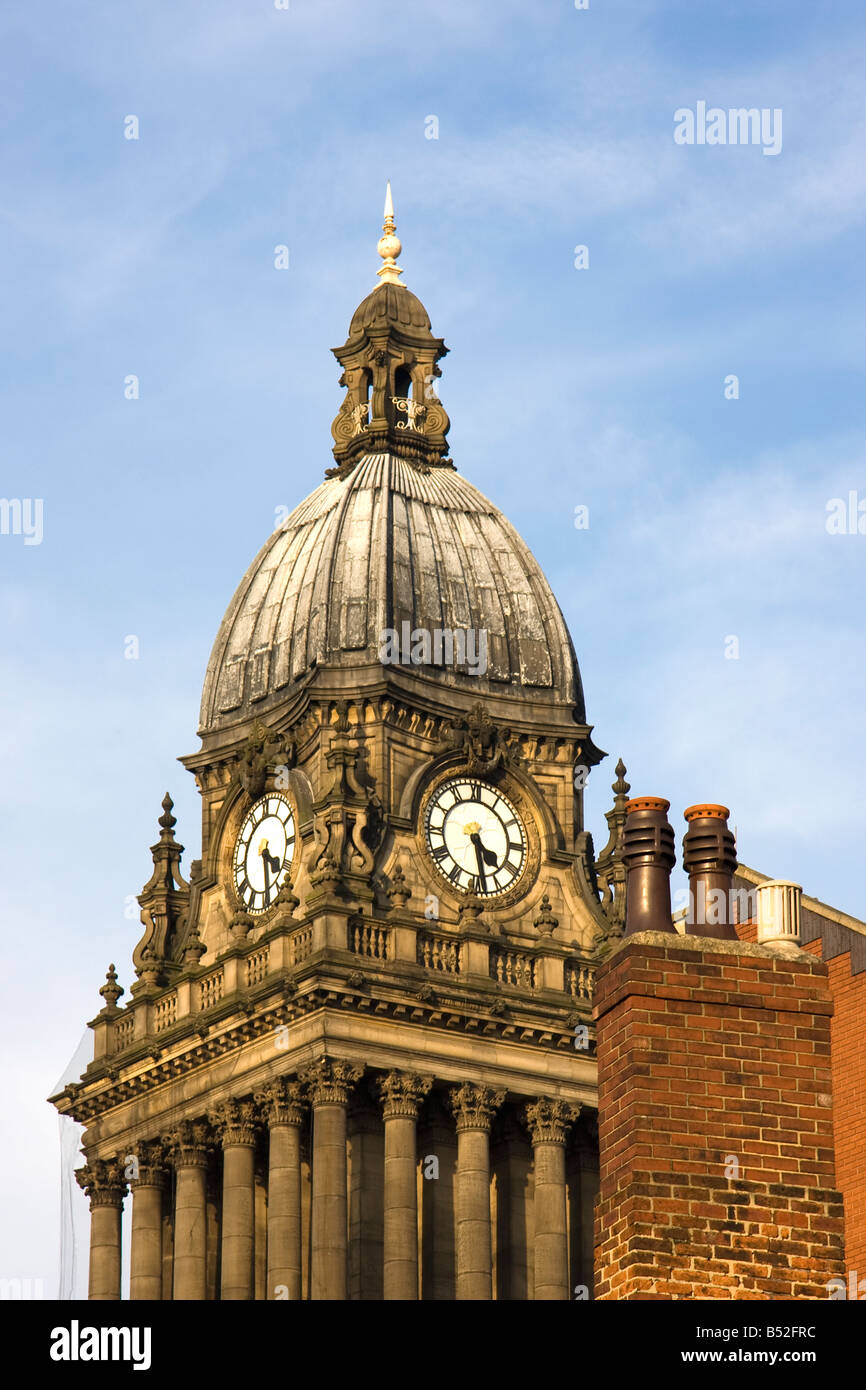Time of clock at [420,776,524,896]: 4:28
